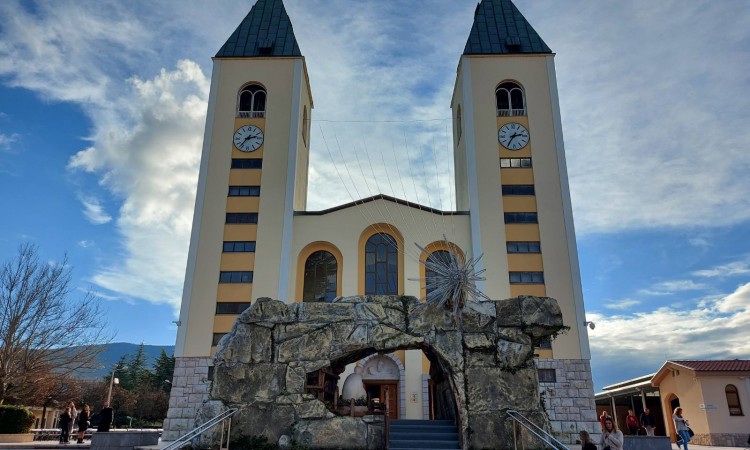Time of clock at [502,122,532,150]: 2:35
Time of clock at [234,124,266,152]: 2:36
